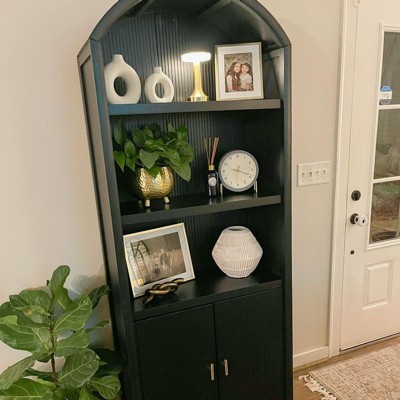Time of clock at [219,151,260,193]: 6:18
